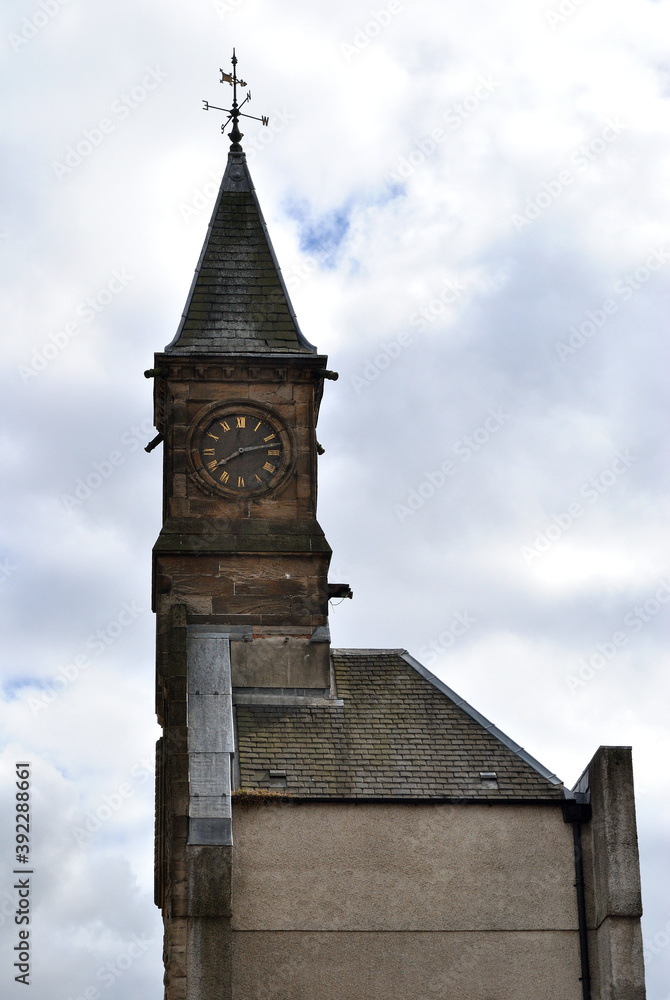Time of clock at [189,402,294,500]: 8:12
